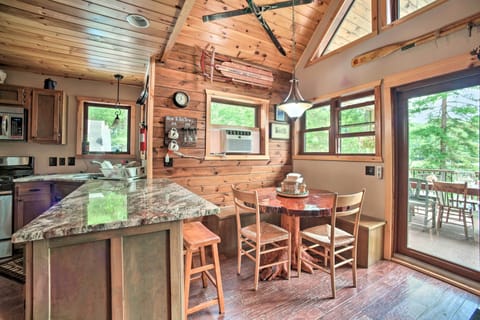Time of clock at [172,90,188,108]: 11:36
